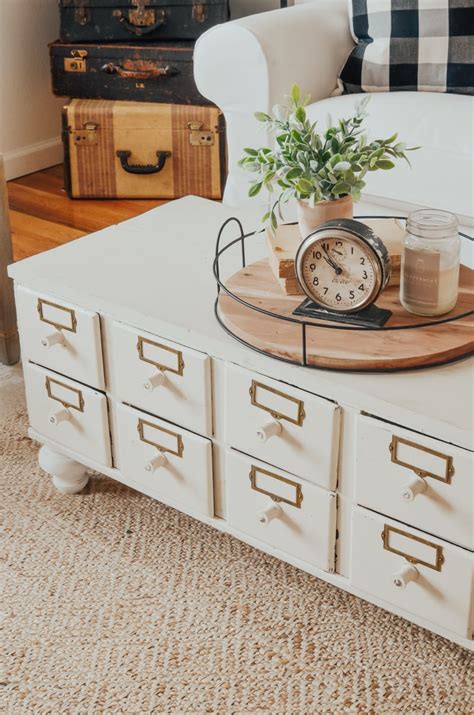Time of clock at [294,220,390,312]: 9:53
